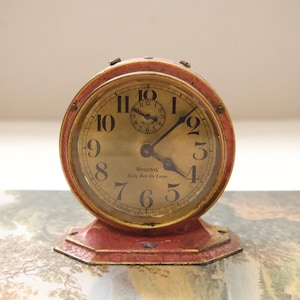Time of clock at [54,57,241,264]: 4:07
